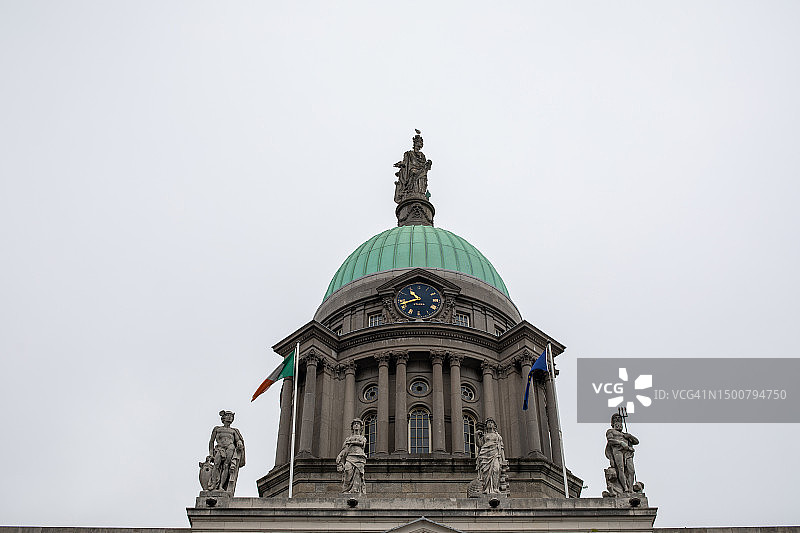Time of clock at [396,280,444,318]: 10:42
